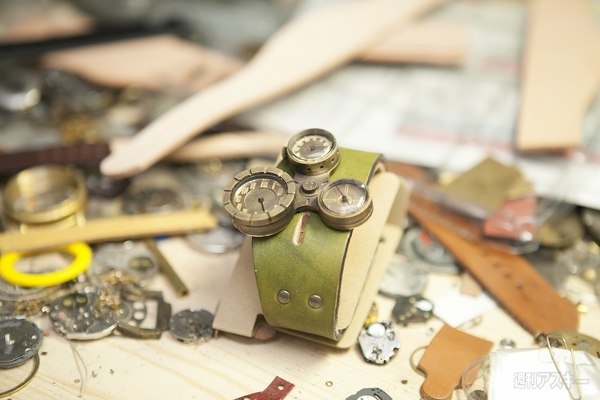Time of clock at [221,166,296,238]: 5:26
